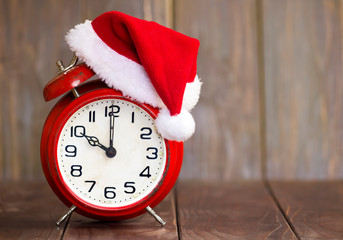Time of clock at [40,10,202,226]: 10:00
